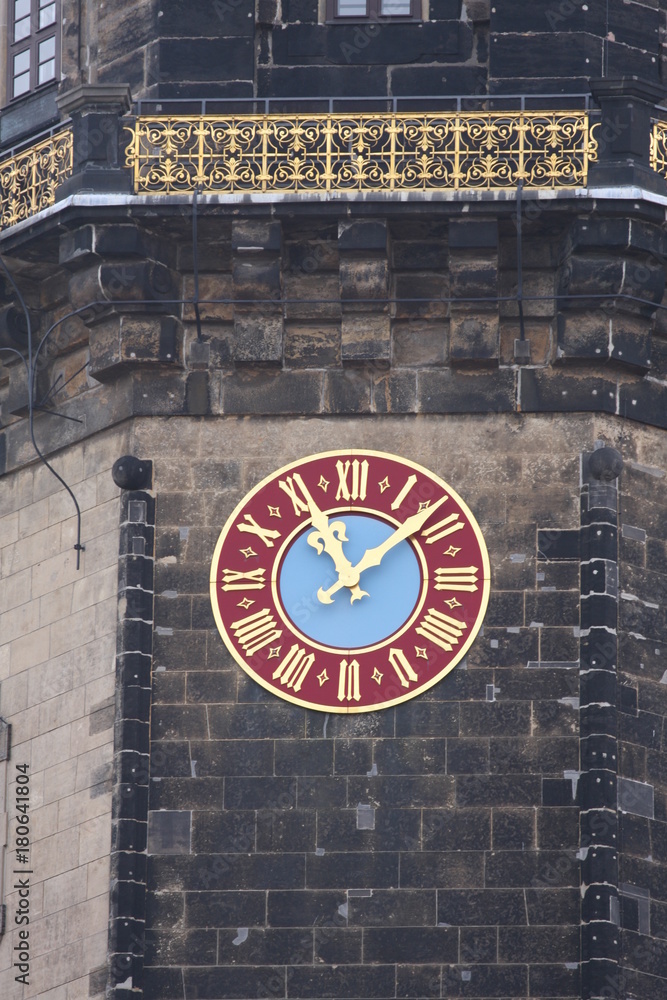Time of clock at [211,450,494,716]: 11:08
